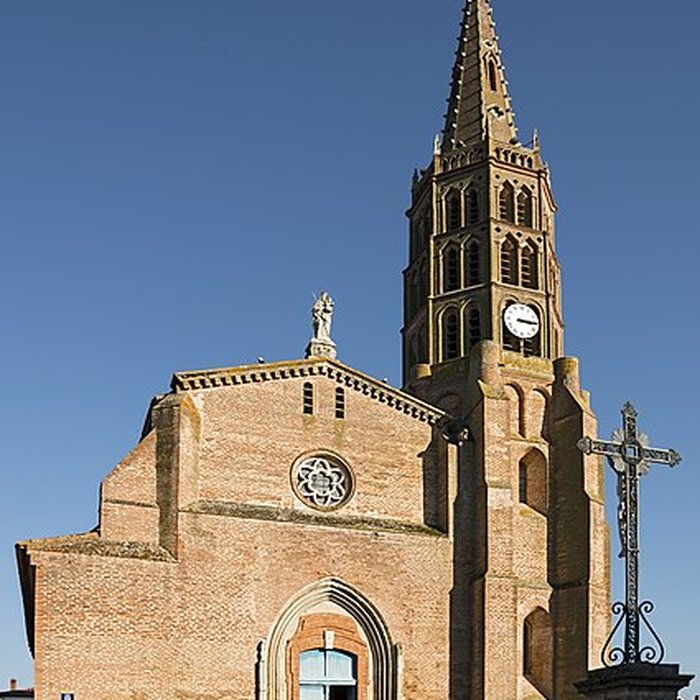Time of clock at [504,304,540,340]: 3:14
